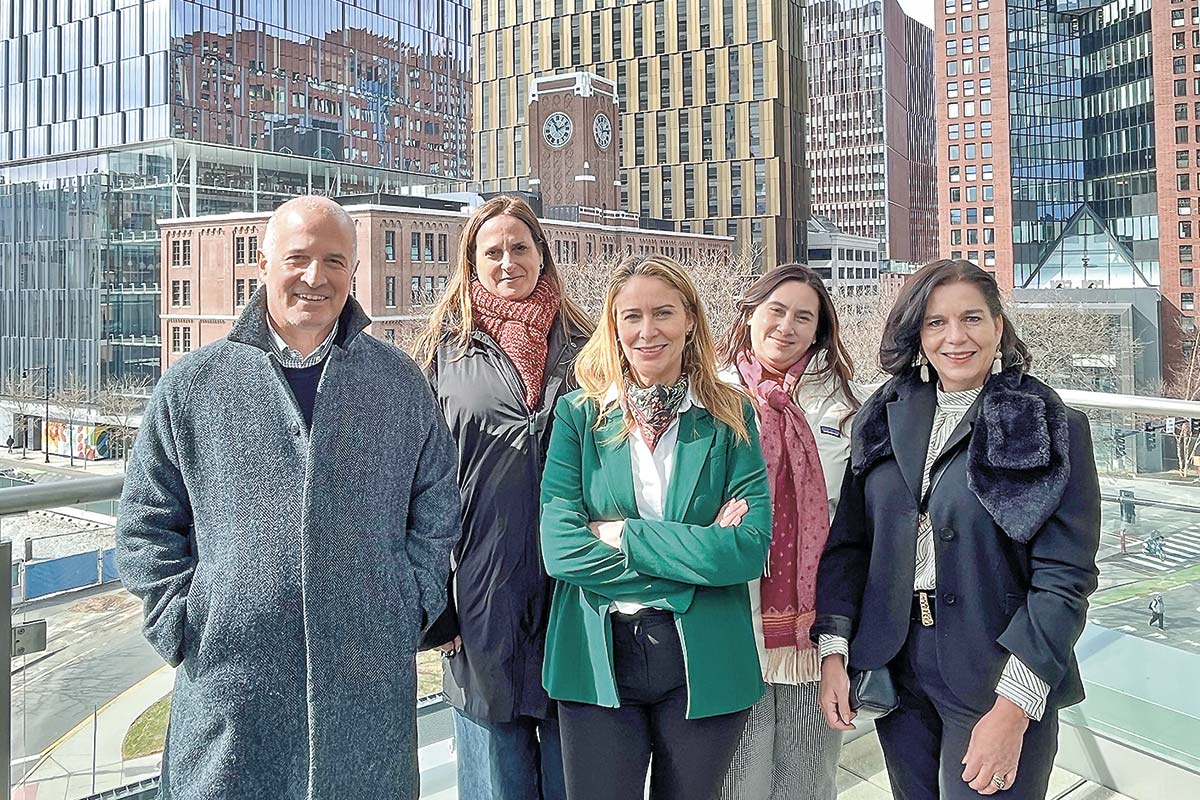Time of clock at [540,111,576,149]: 11:11
